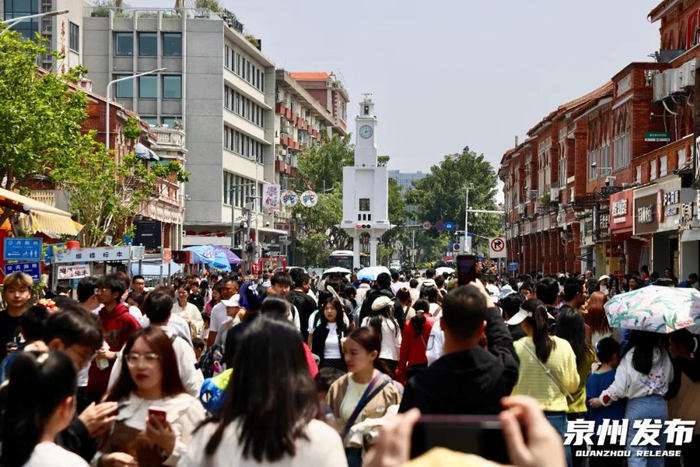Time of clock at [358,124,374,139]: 12:13
